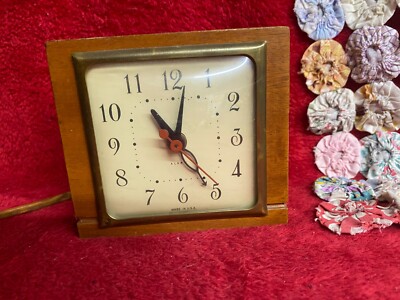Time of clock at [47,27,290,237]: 12:24
